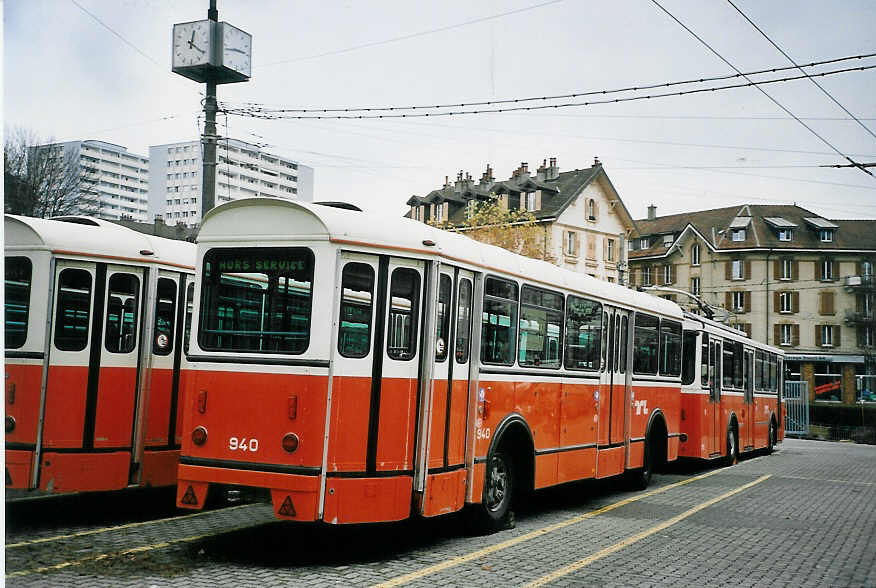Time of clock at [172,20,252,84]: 12:20
